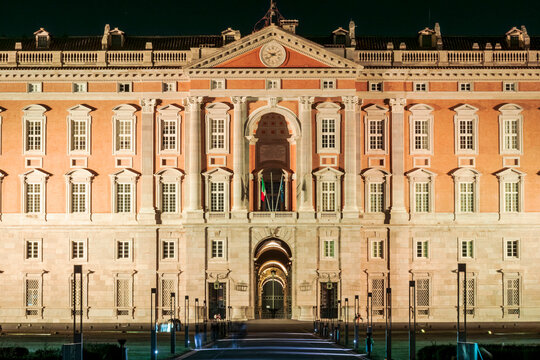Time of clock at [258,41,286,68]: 9:39
